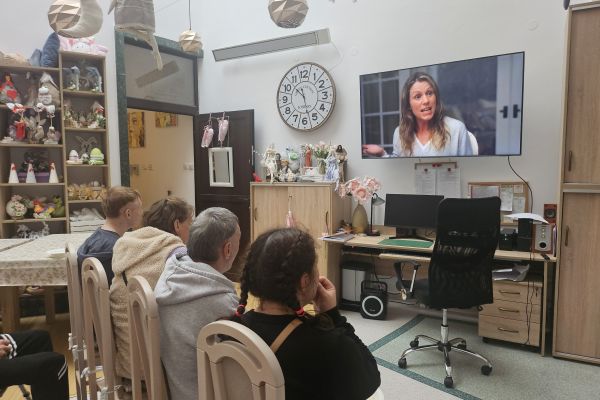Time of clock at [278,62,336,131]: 10:27
